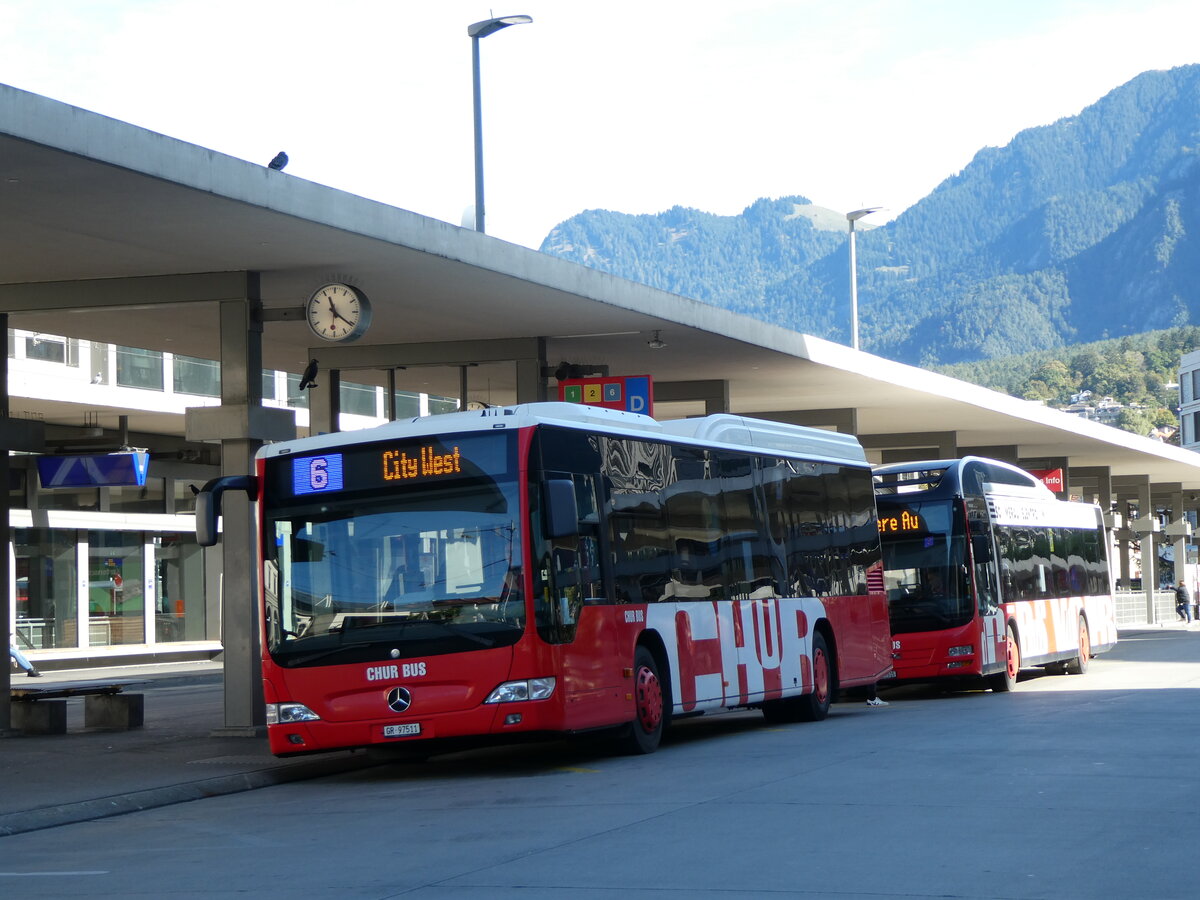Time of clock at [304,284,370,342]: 11:21
